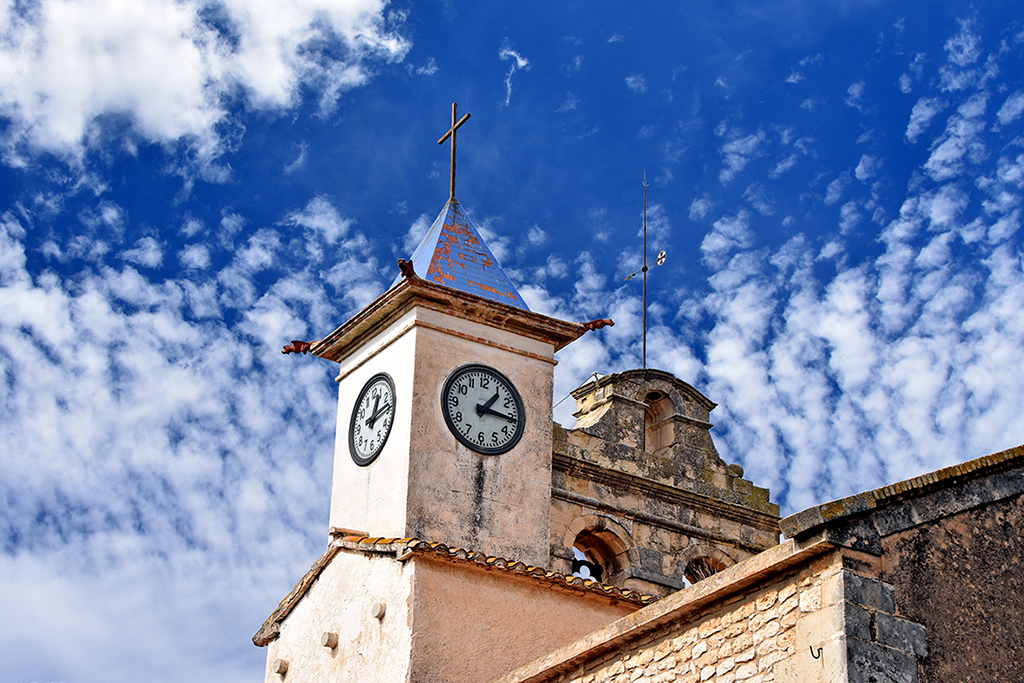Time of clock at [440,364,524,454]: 1:15
